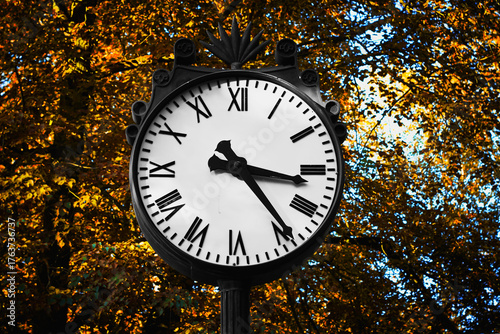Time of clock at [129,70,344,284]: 3:23
